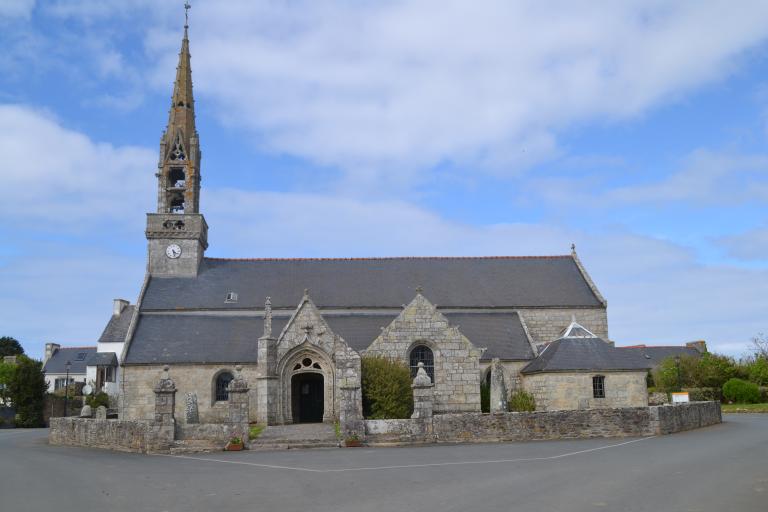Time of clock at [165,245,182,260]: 4:27
